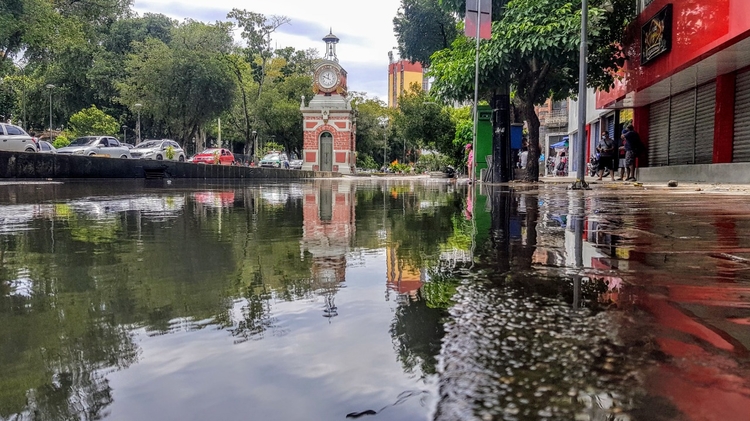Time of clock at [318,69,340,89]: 11:48
